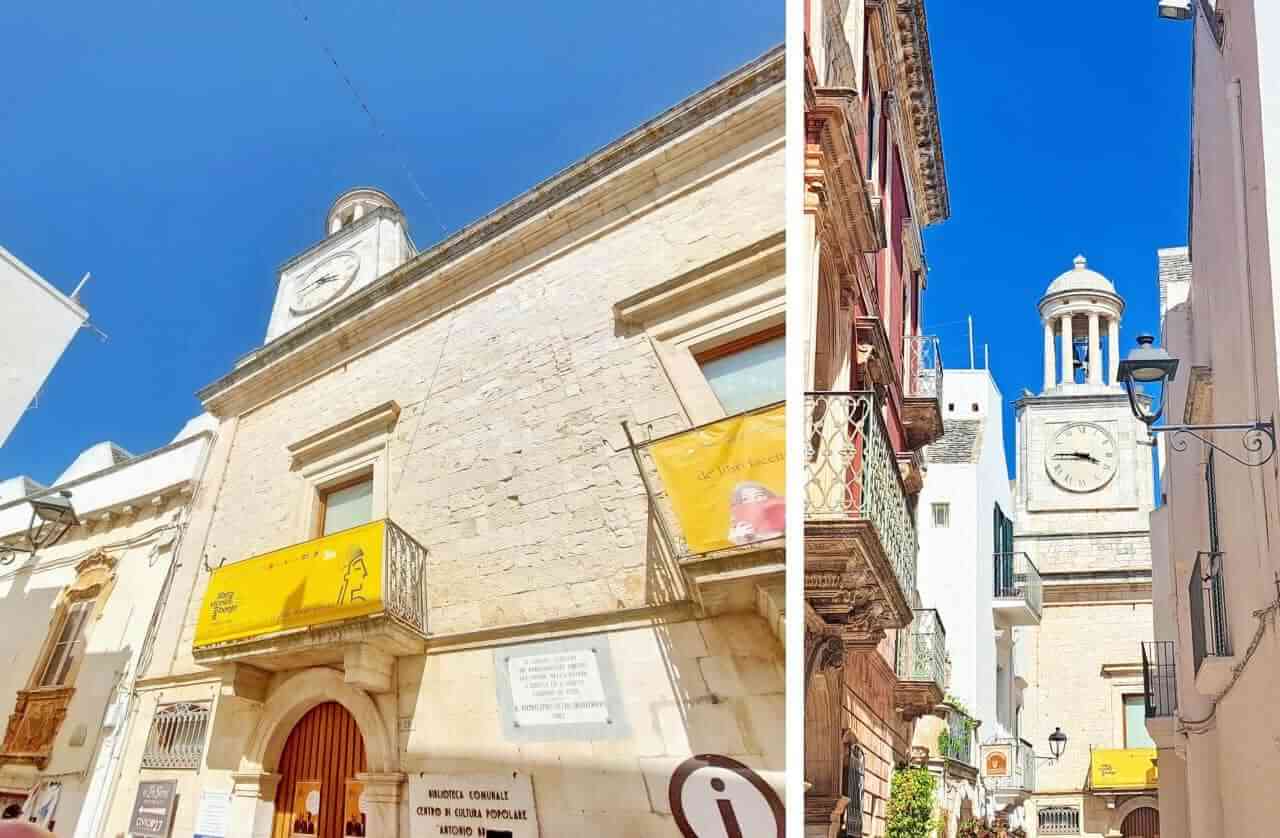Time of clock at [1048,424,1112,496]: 3:45
